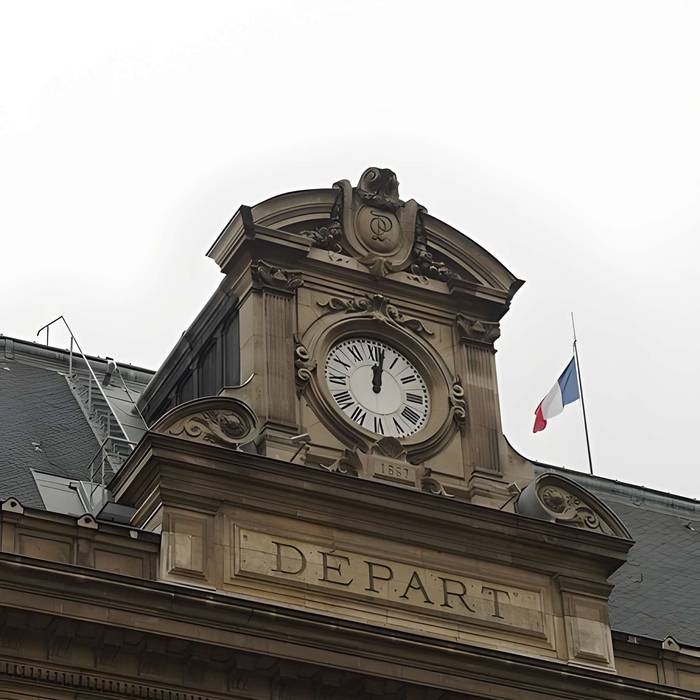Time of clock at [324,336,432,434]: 12:01
